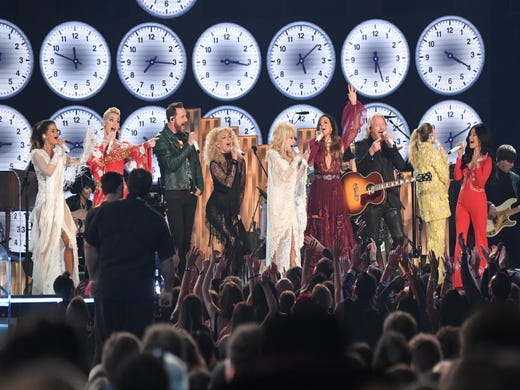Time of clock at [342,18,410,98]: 6:26
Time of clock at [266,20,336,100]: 5:08
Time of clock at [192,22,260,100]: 3:16
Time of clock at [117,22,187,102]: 7:15
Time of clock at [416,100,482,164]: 6:10
